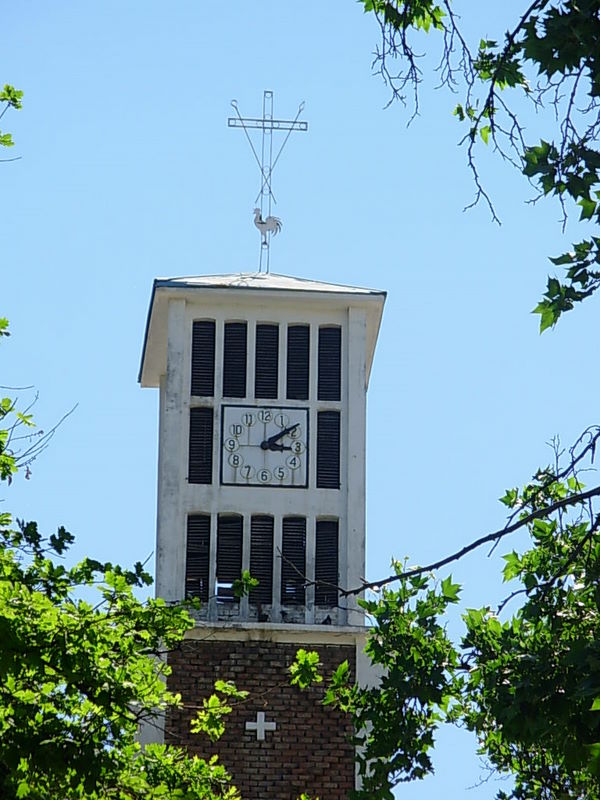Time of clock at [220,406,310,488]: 3:09
